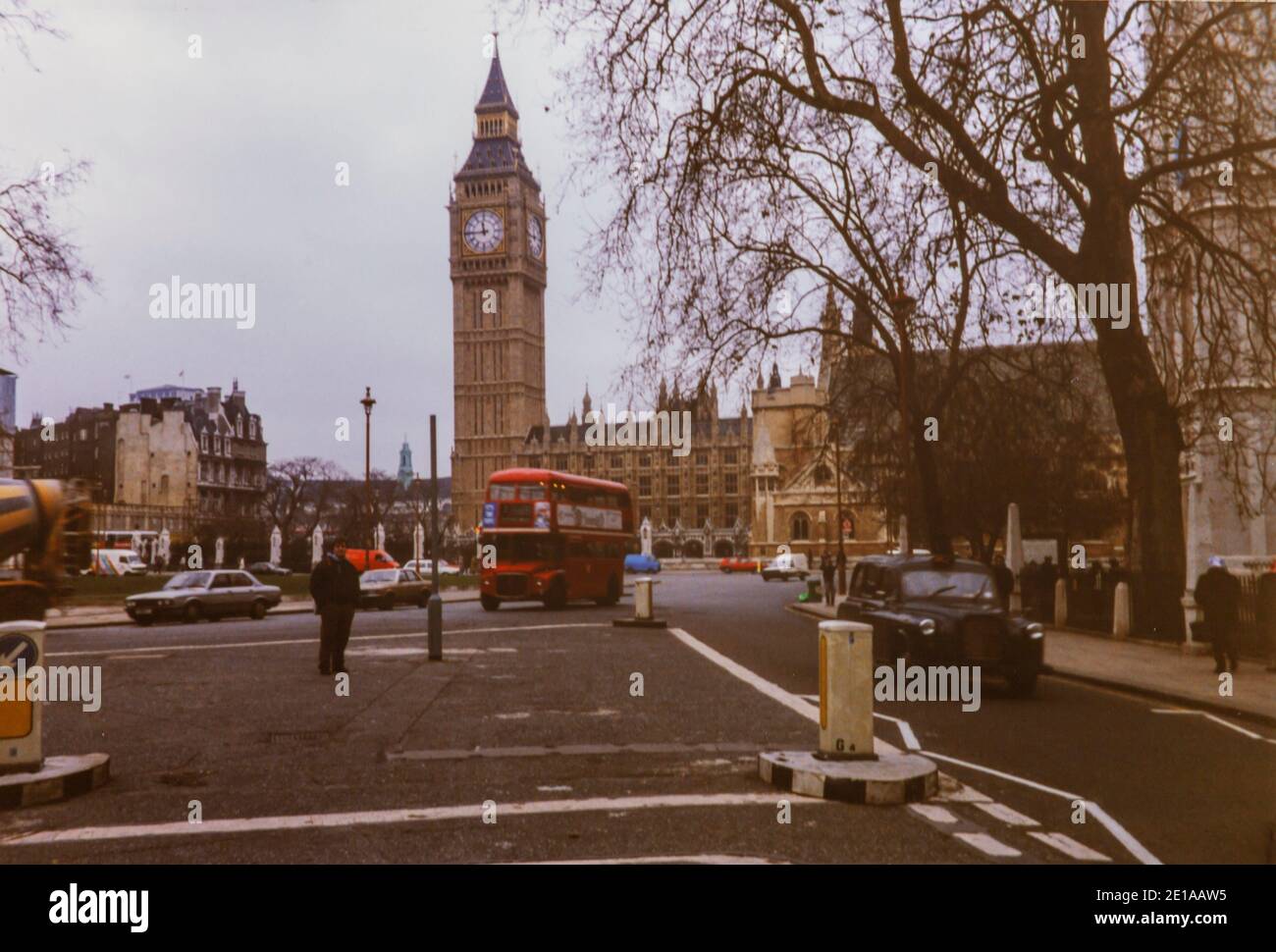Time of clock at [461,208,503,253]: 11:44
